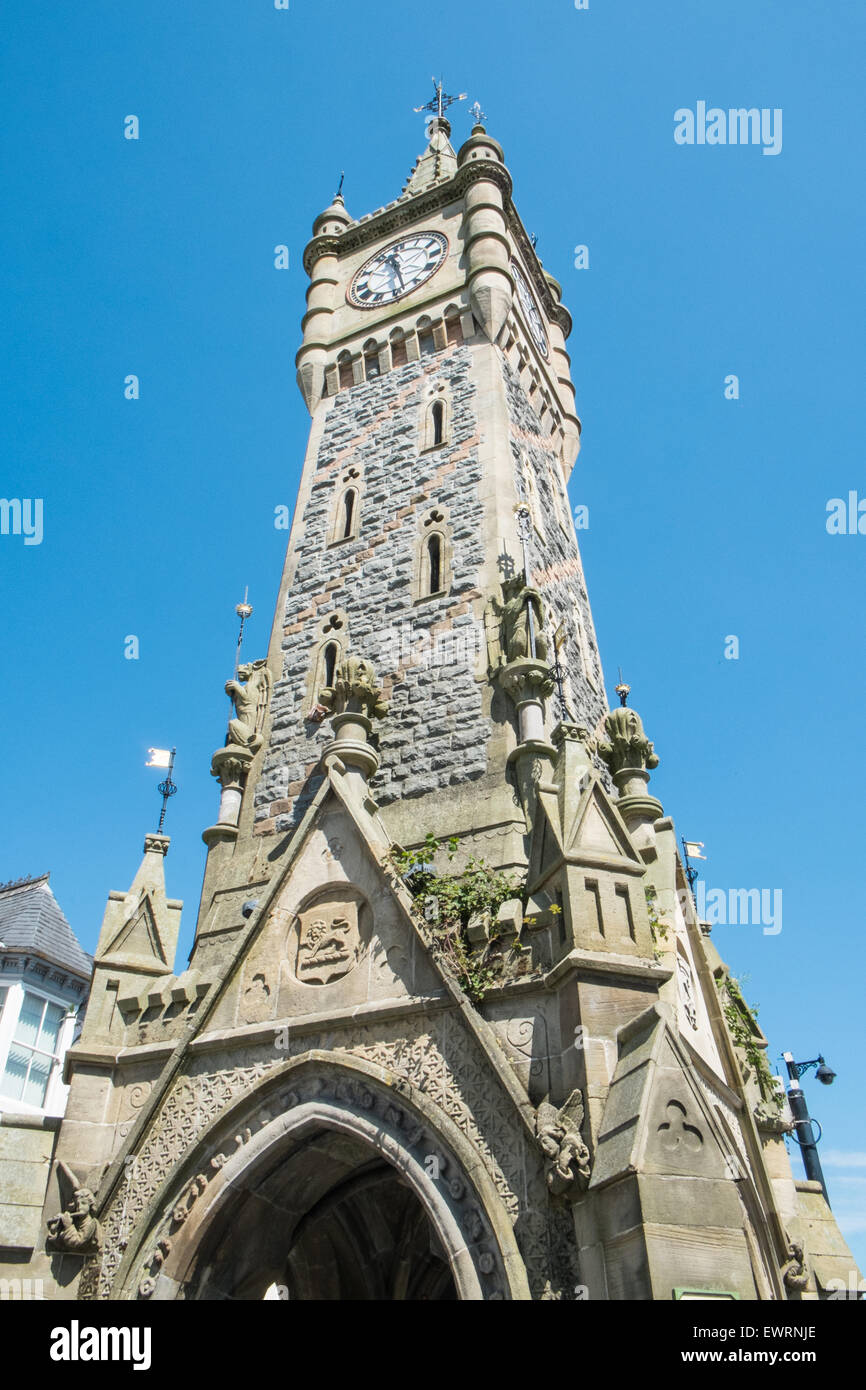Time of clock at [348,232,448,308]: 11:28
